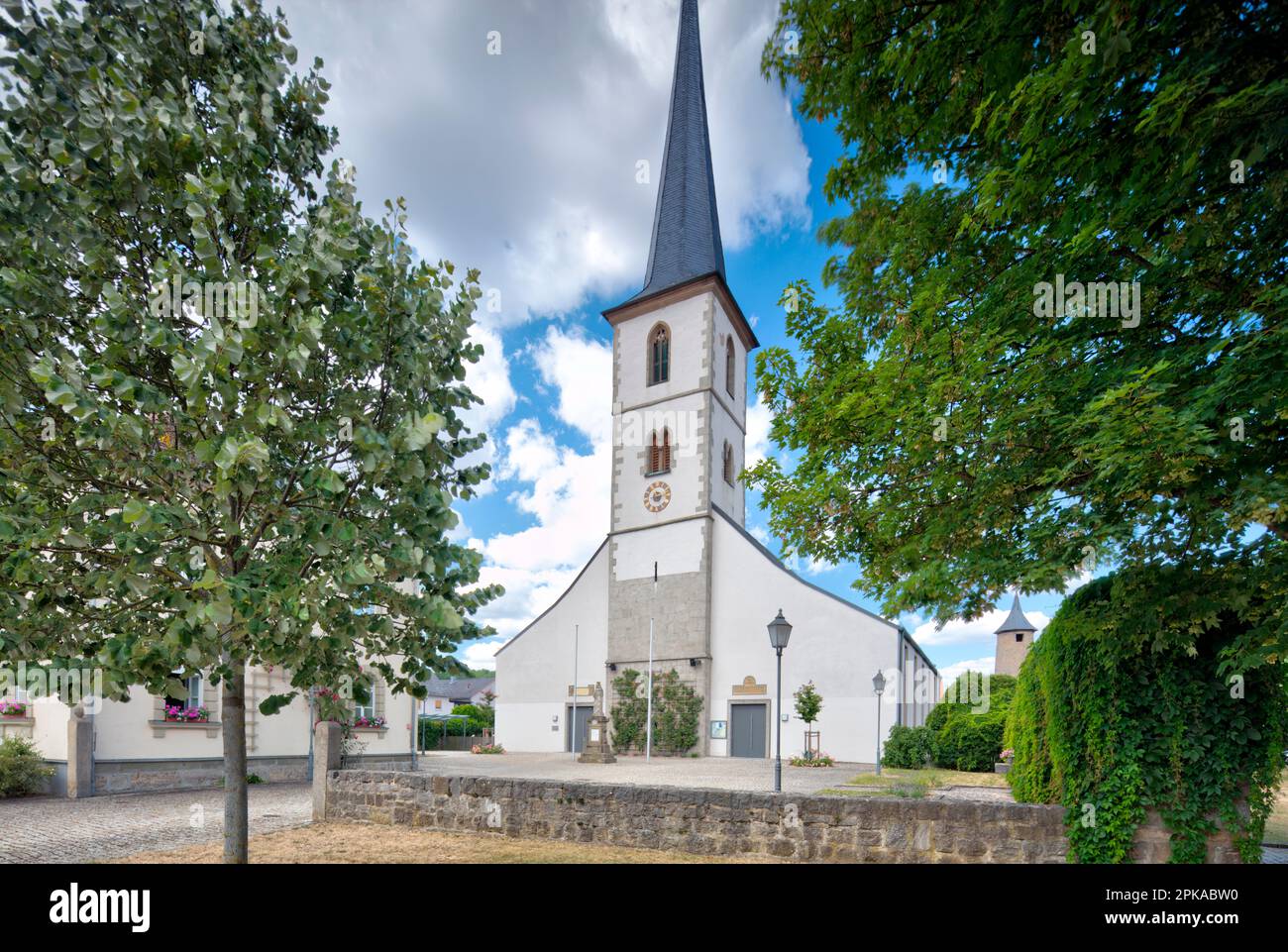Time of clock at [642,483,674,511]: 8:12
